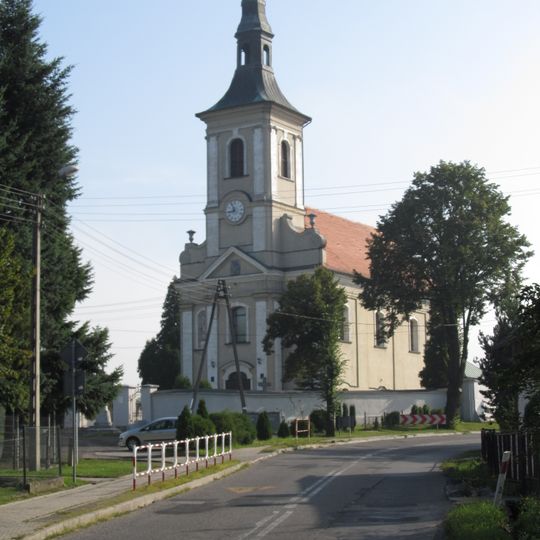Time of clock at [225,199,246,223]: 8:56
